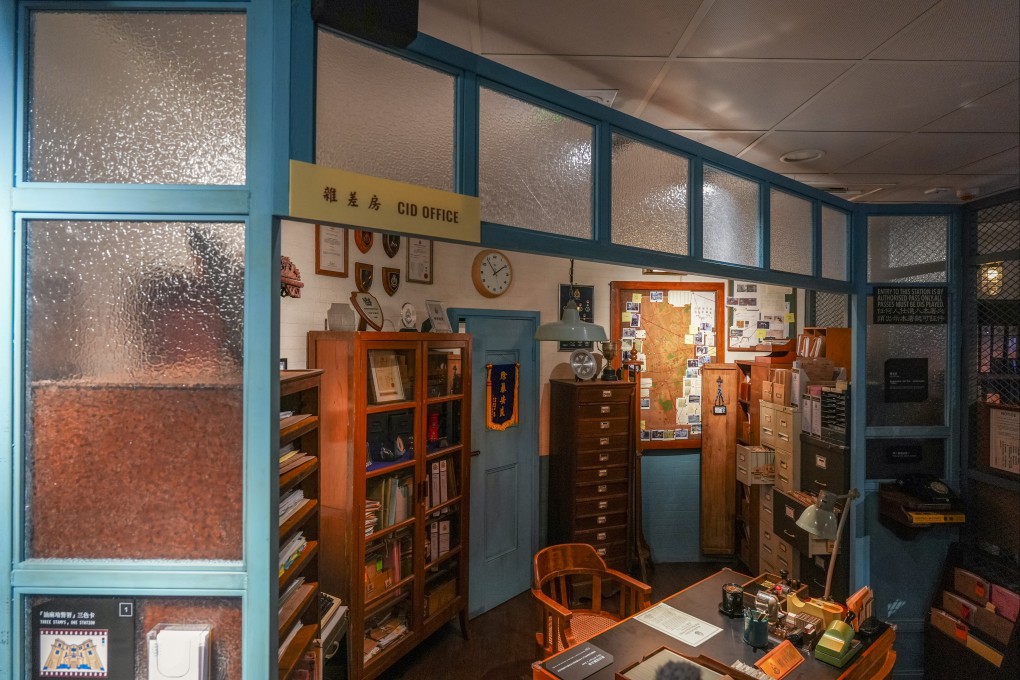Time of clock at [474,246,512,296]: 1:54
